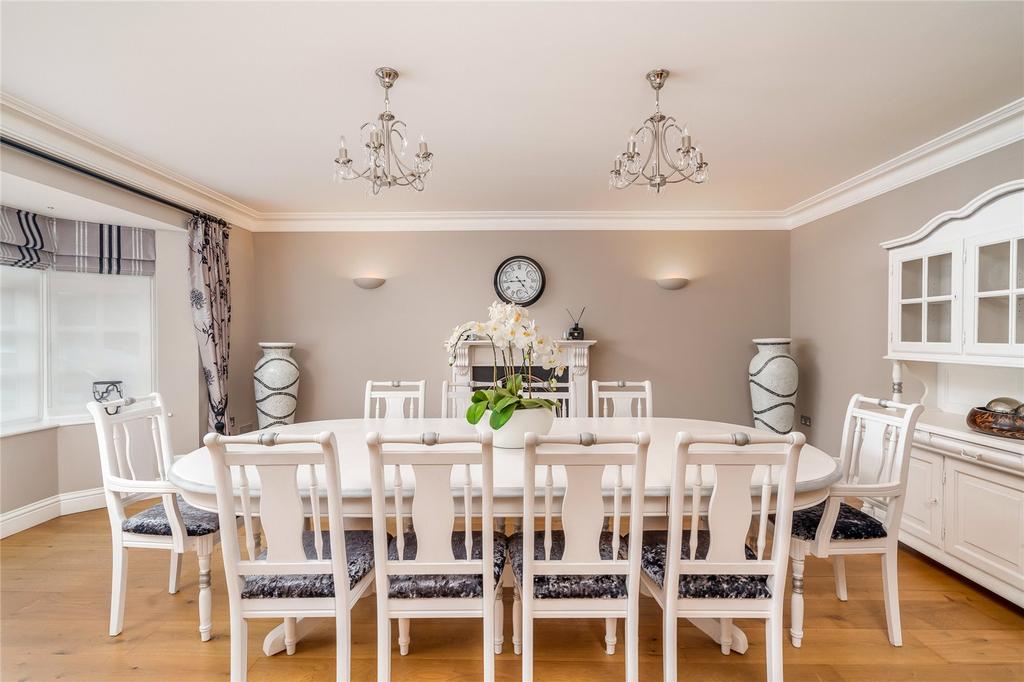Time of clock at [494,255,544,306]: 4:44
